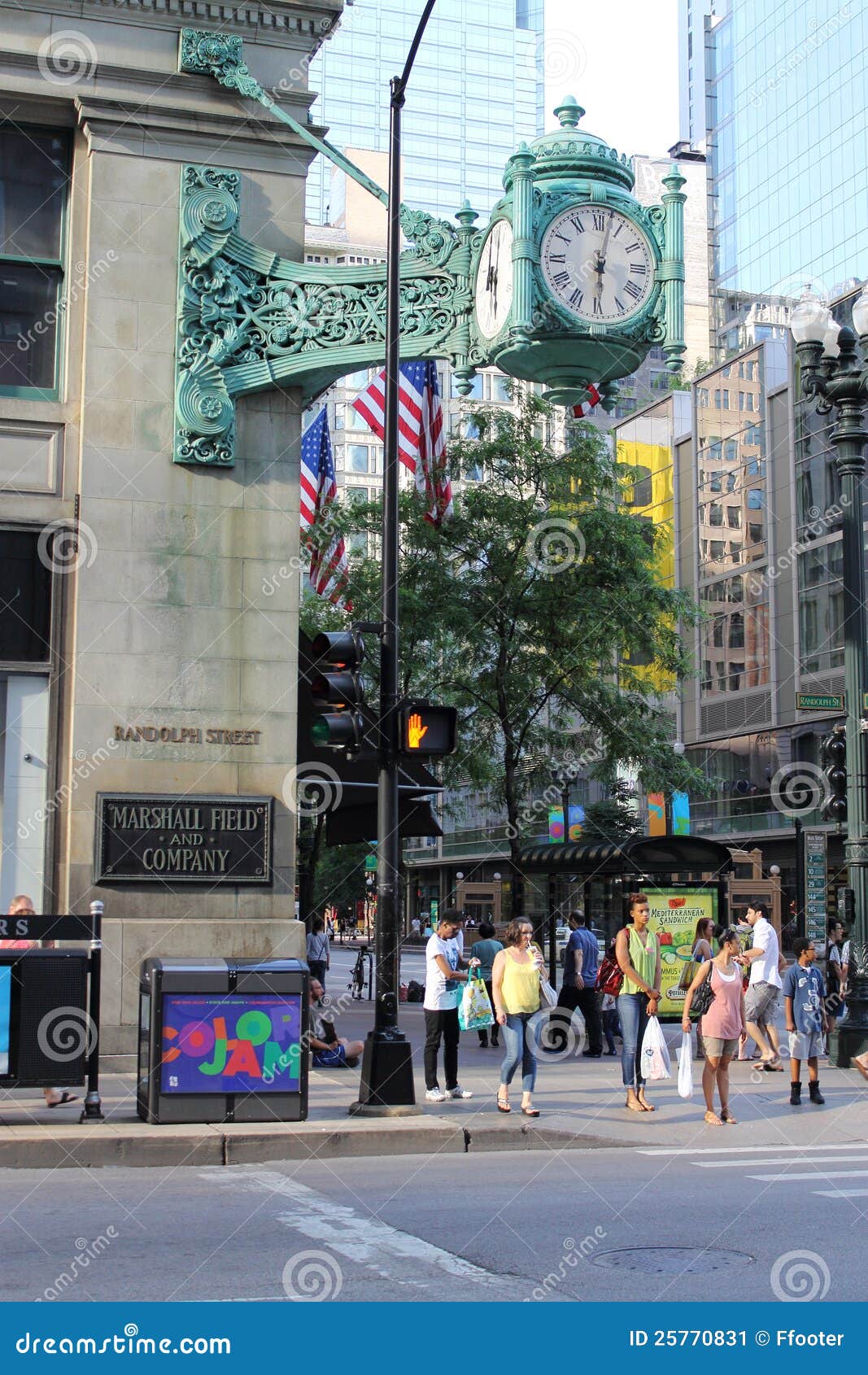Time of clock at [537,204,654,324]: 6:02
